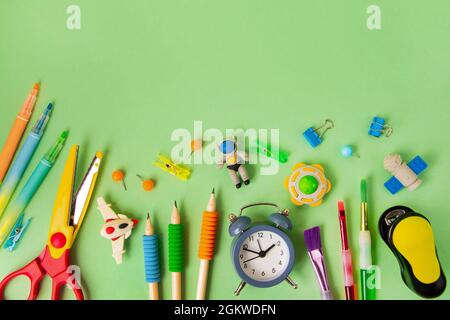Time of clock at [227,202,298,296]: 1:48
